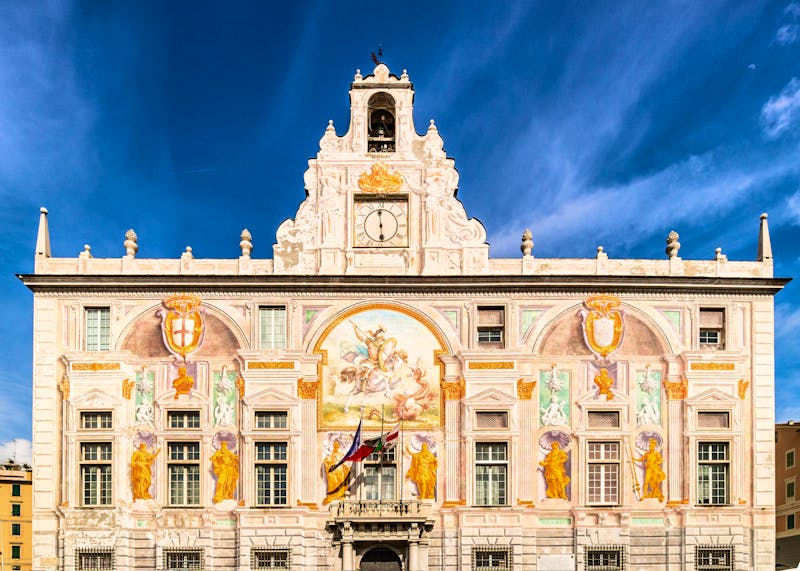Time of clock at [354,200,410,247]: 5:59
